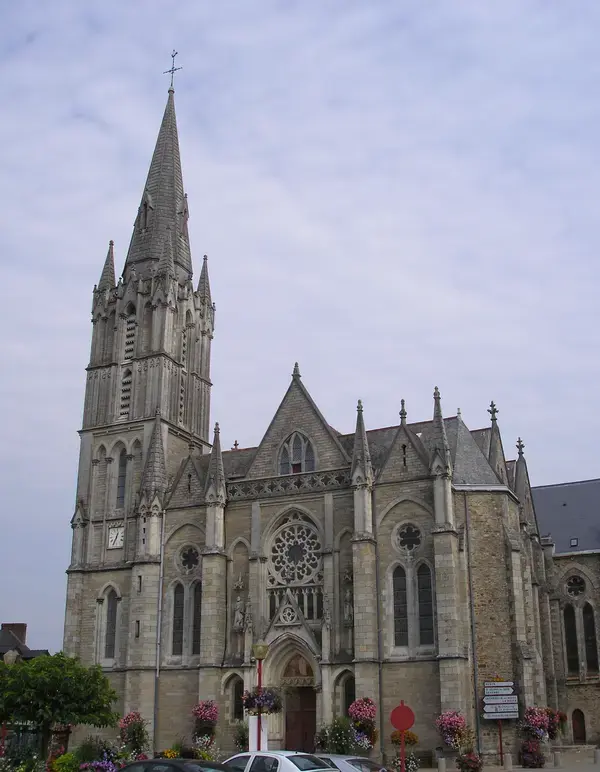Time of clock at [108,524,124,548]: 12:34
